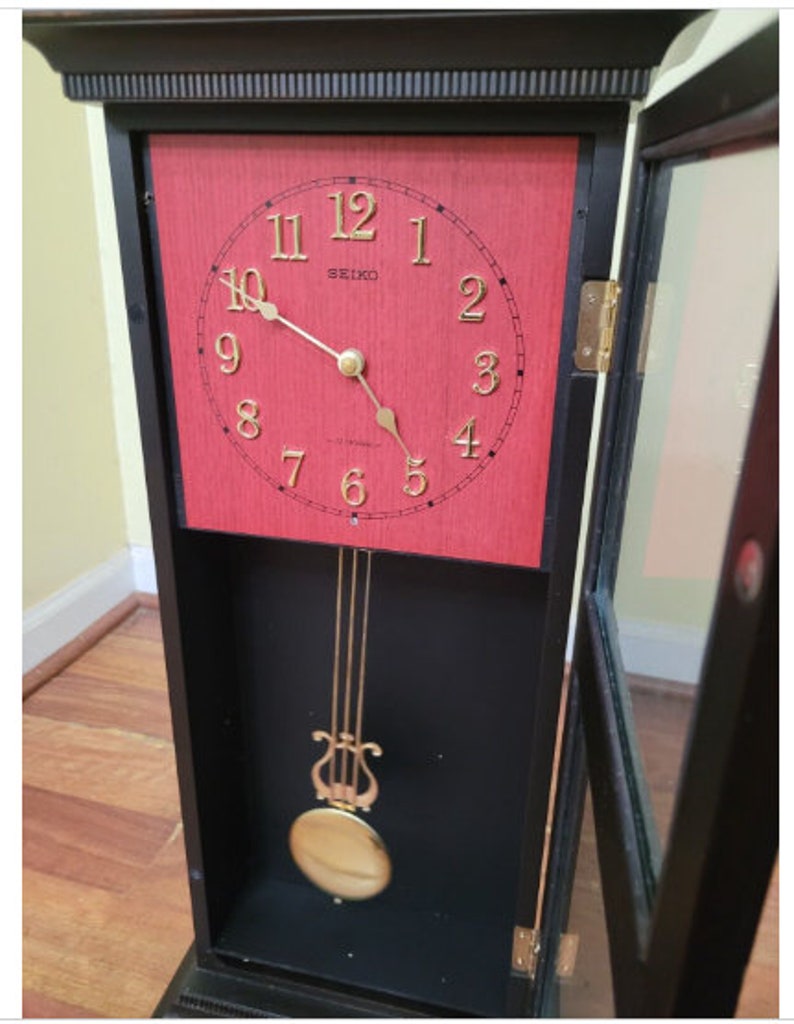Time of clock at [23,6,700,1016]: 4:49
